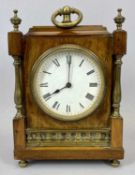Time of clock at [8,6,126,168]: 8:00
